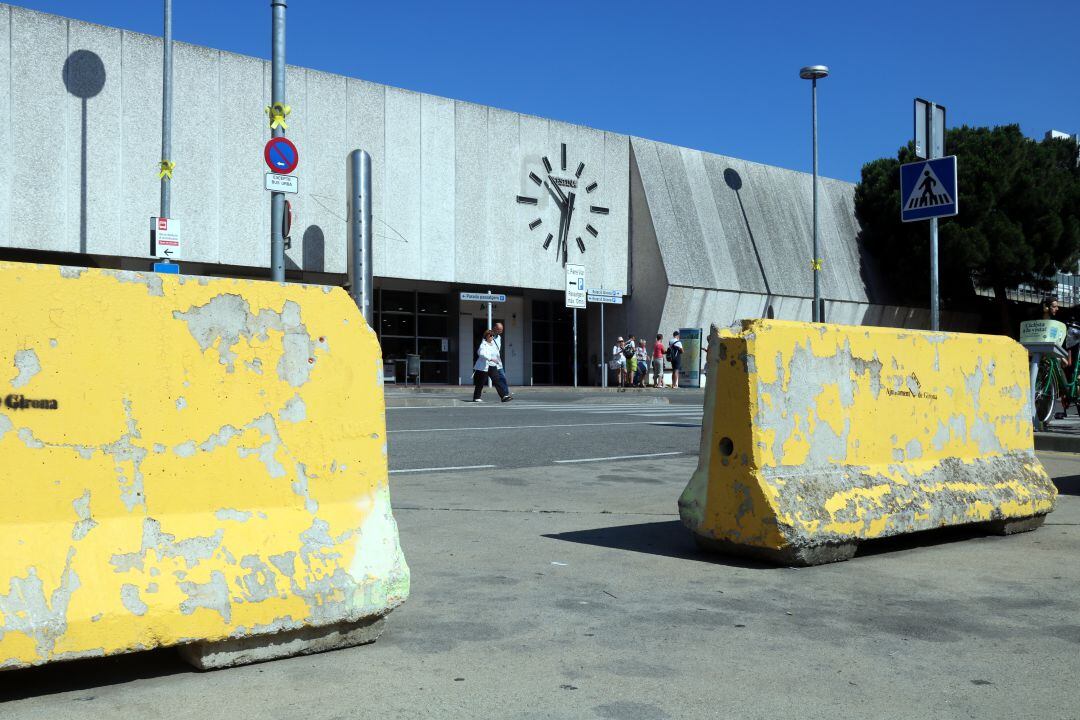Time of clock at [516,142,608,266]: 10:32
